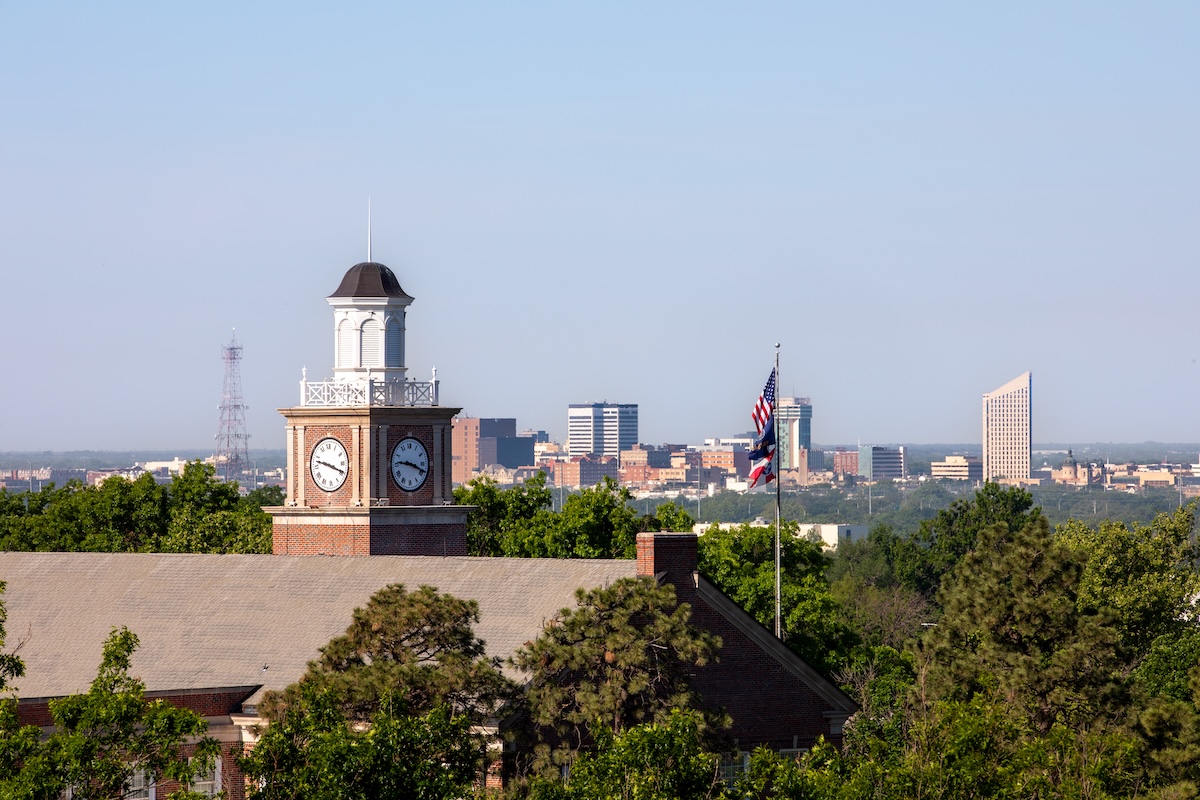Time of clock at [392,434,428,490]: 9:18
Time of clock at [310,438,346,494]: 3:47
